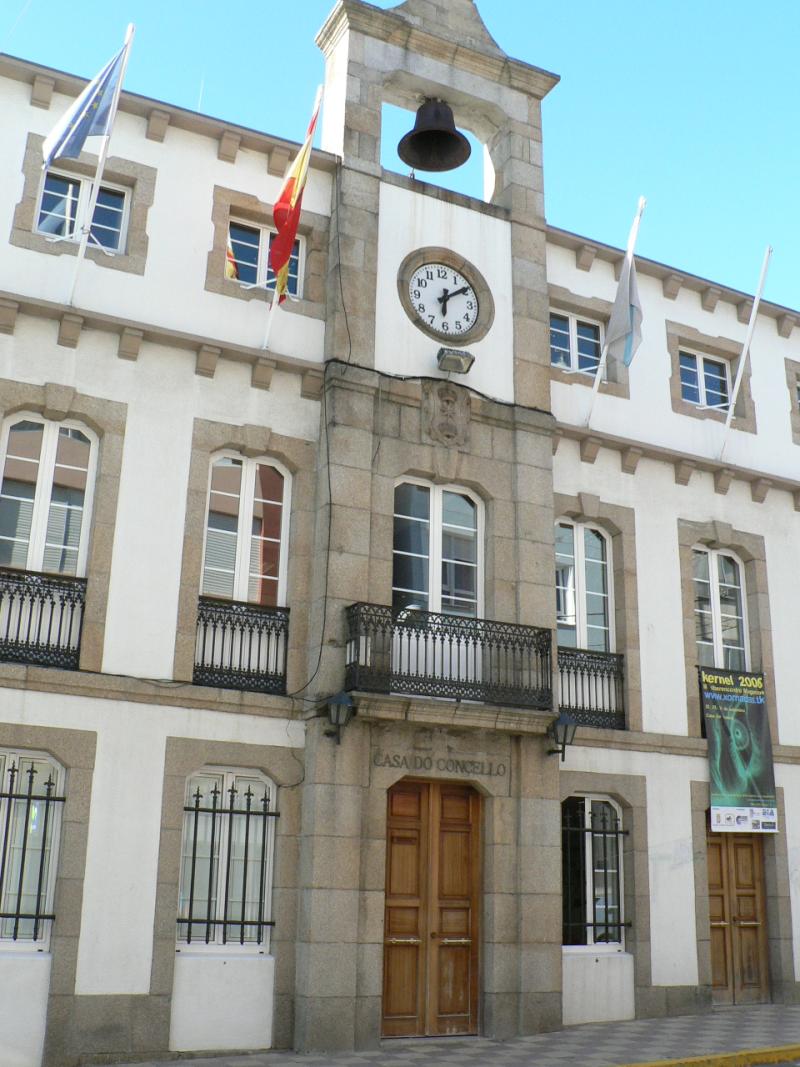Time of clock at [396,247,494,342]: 6:09
